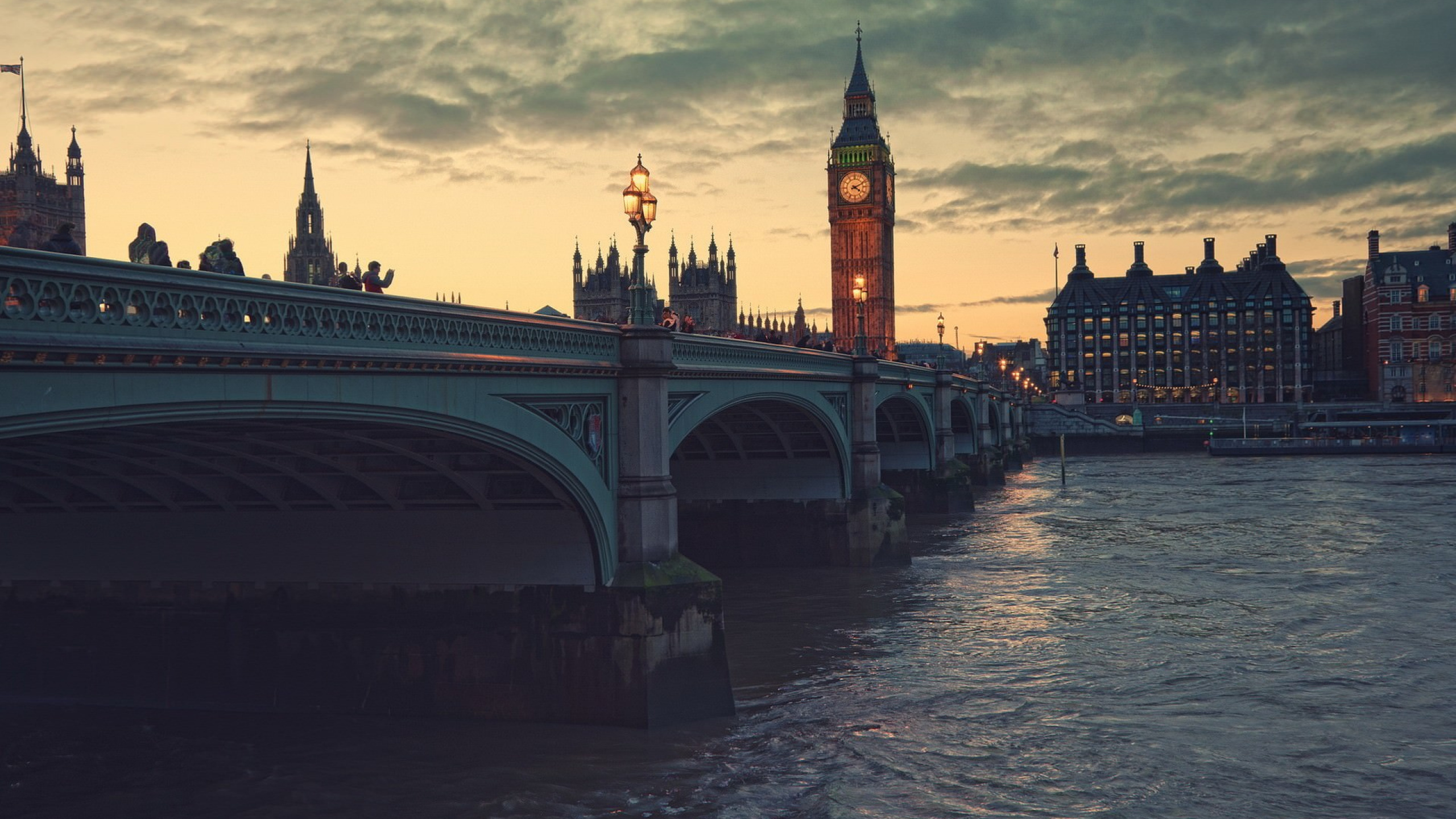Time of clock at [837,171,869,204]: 4:10
